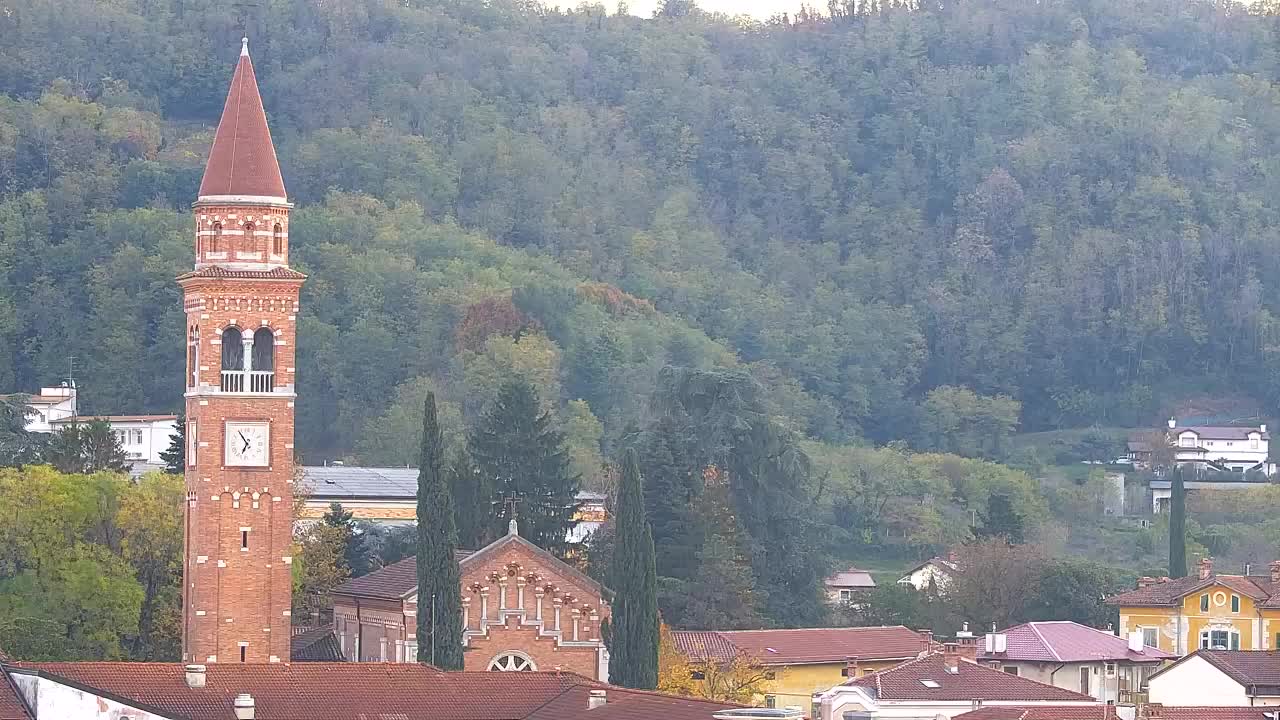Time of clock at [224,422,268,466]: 6:54
